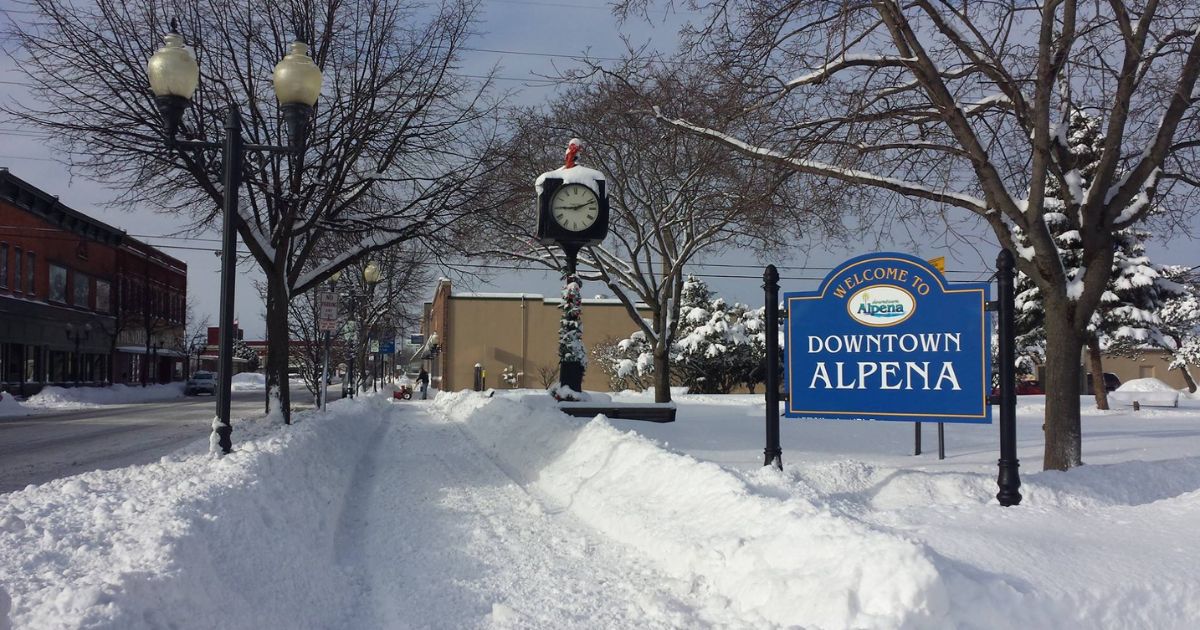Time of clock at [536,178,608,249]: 9:11
